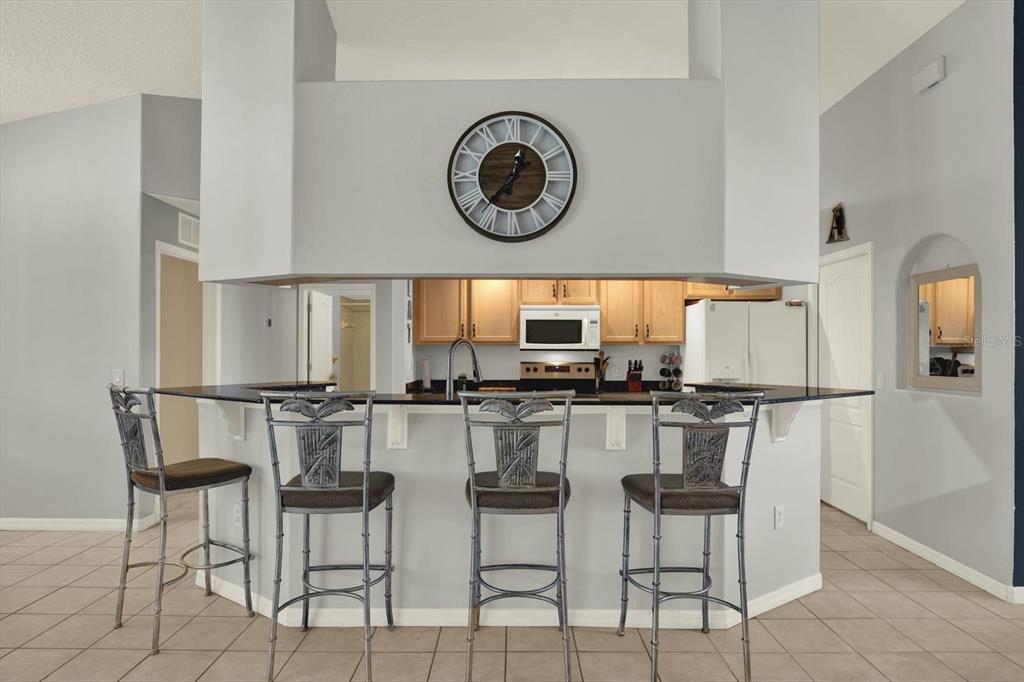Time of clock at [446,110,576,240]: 12:37
